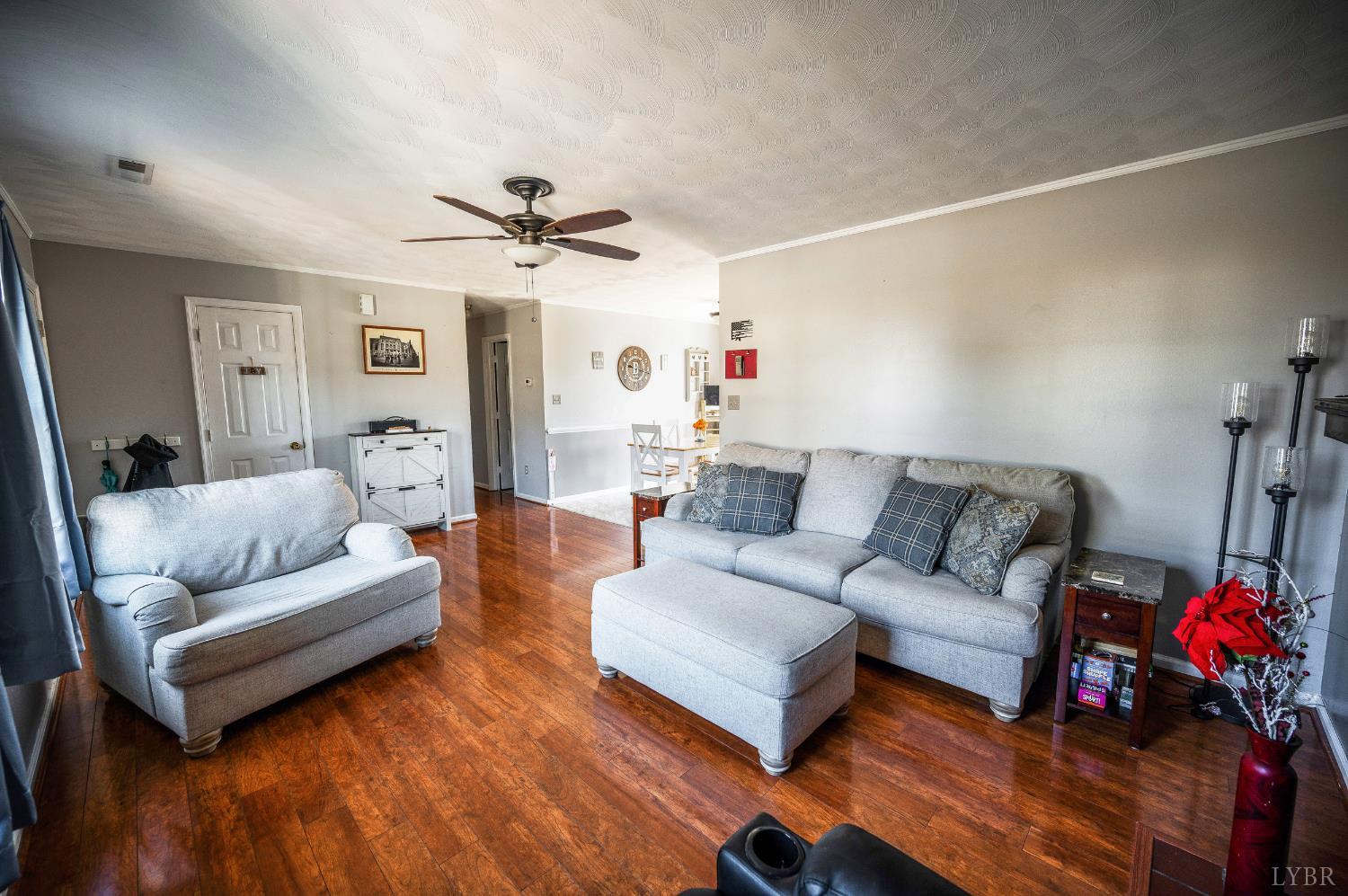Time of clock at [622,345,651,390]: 9:17
